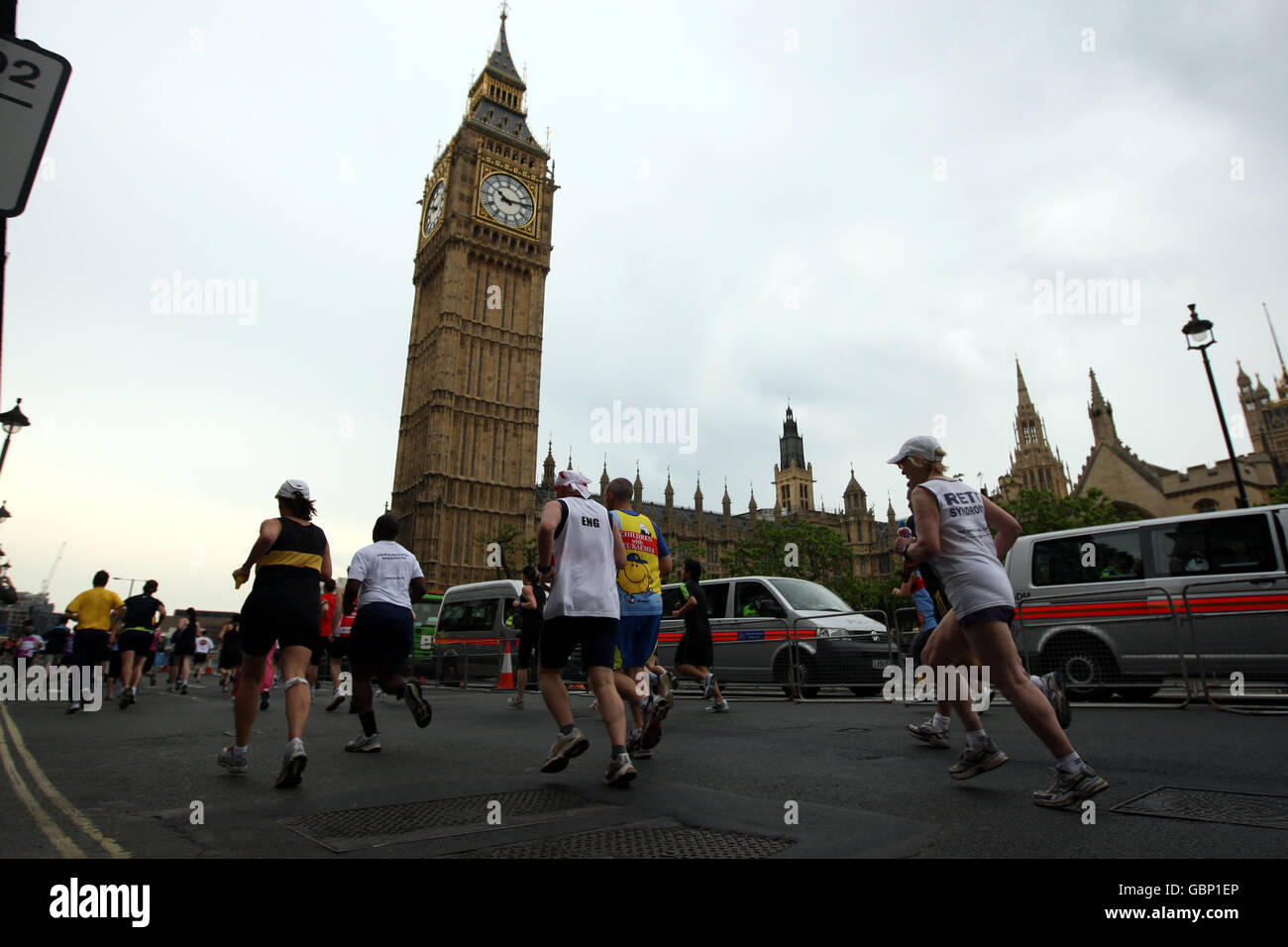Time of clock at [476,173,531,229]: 10:13
